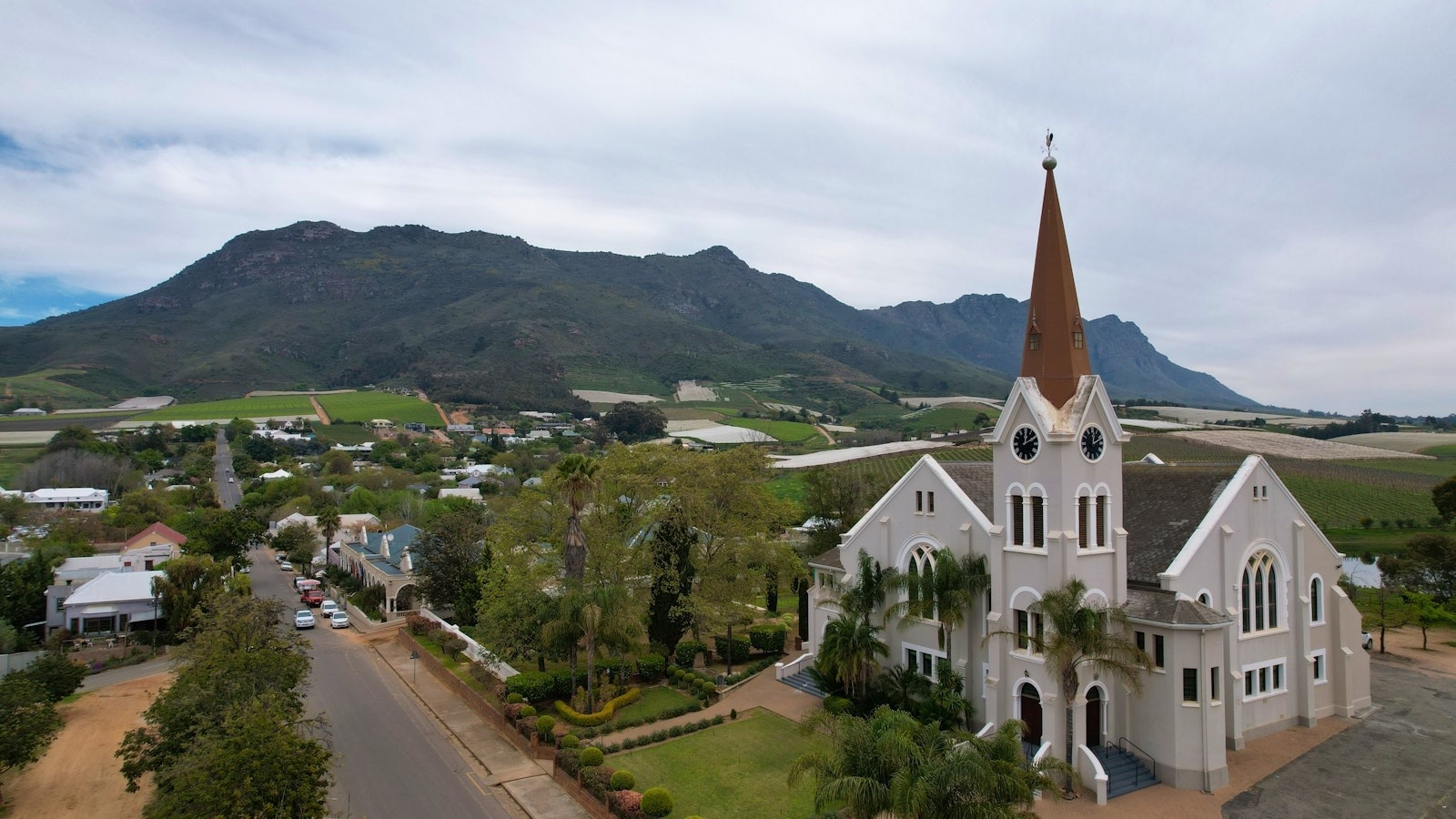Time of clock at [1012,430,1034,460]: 12:10
